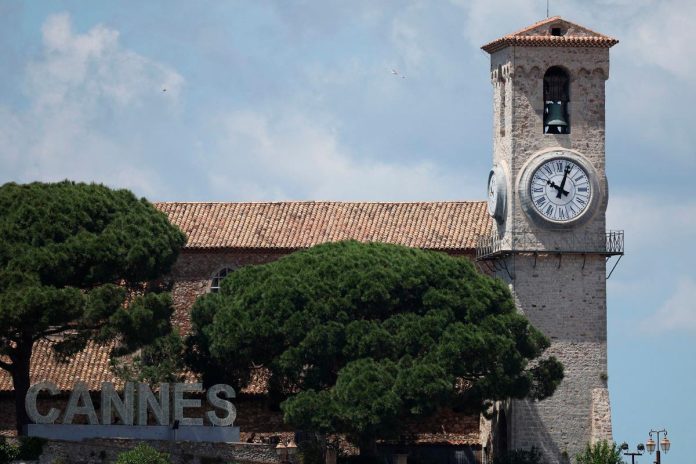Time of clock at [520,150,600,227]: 10:03
